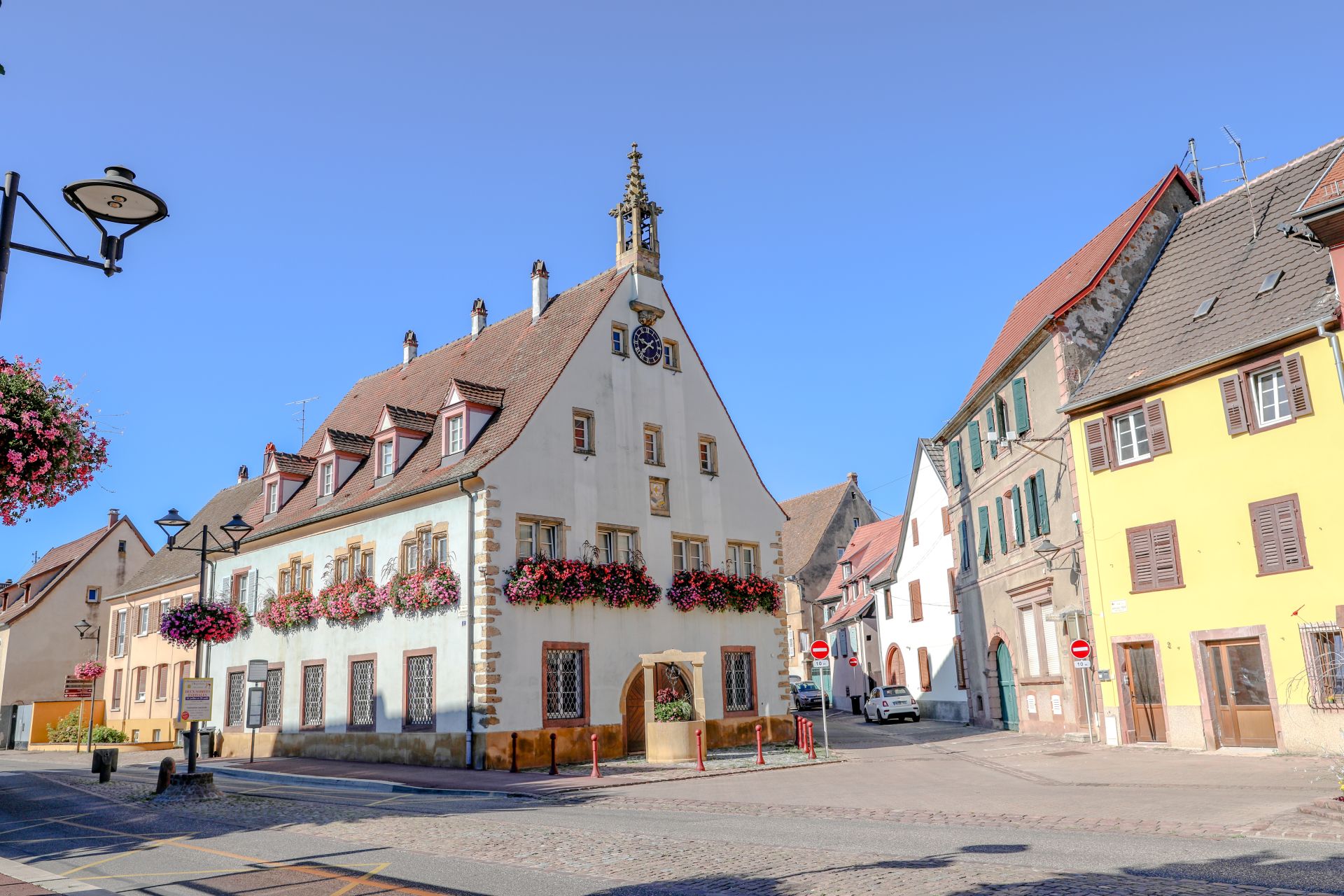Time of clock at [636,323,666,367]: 9:38
